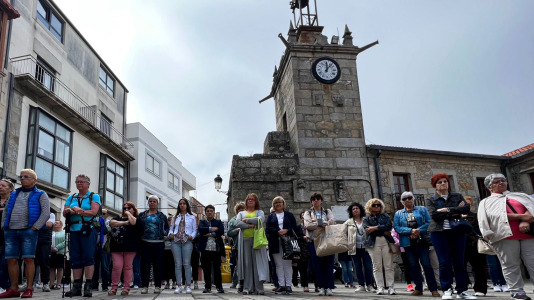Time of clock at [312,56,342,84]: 12:06
